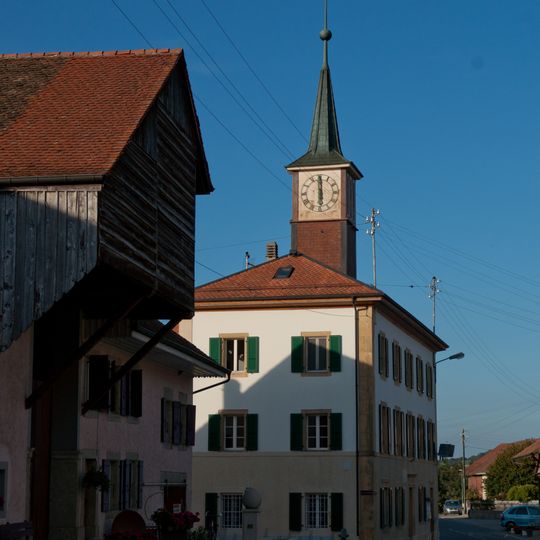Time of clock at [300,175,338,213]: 5:59
